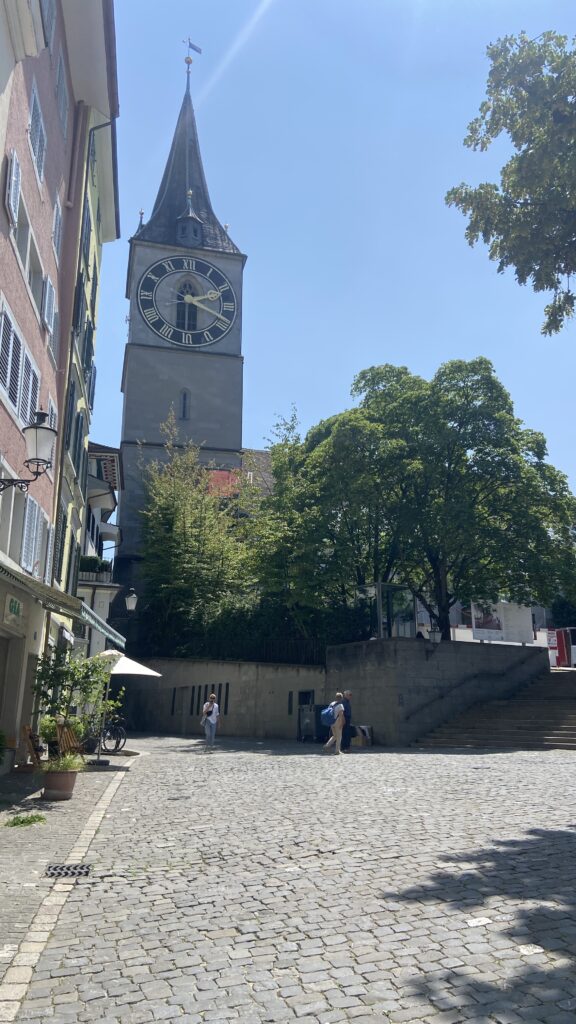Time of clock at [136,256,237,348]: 2:18
